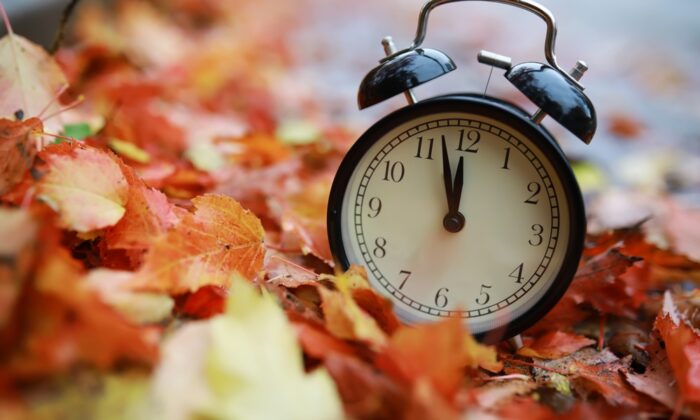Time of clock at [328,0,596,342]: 11:57
